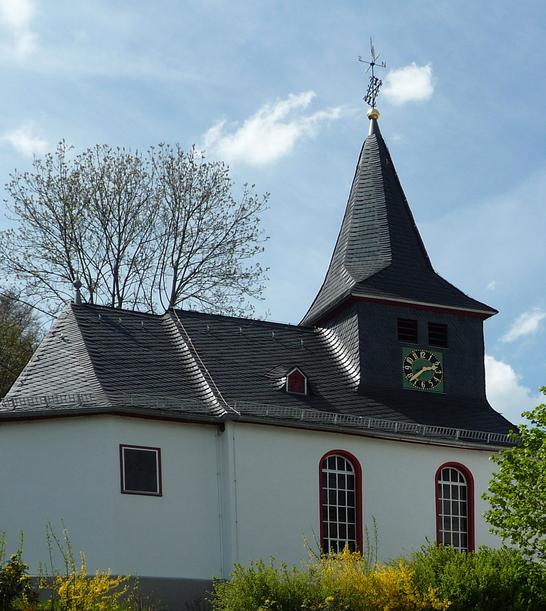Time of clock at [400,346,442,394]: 2:38
